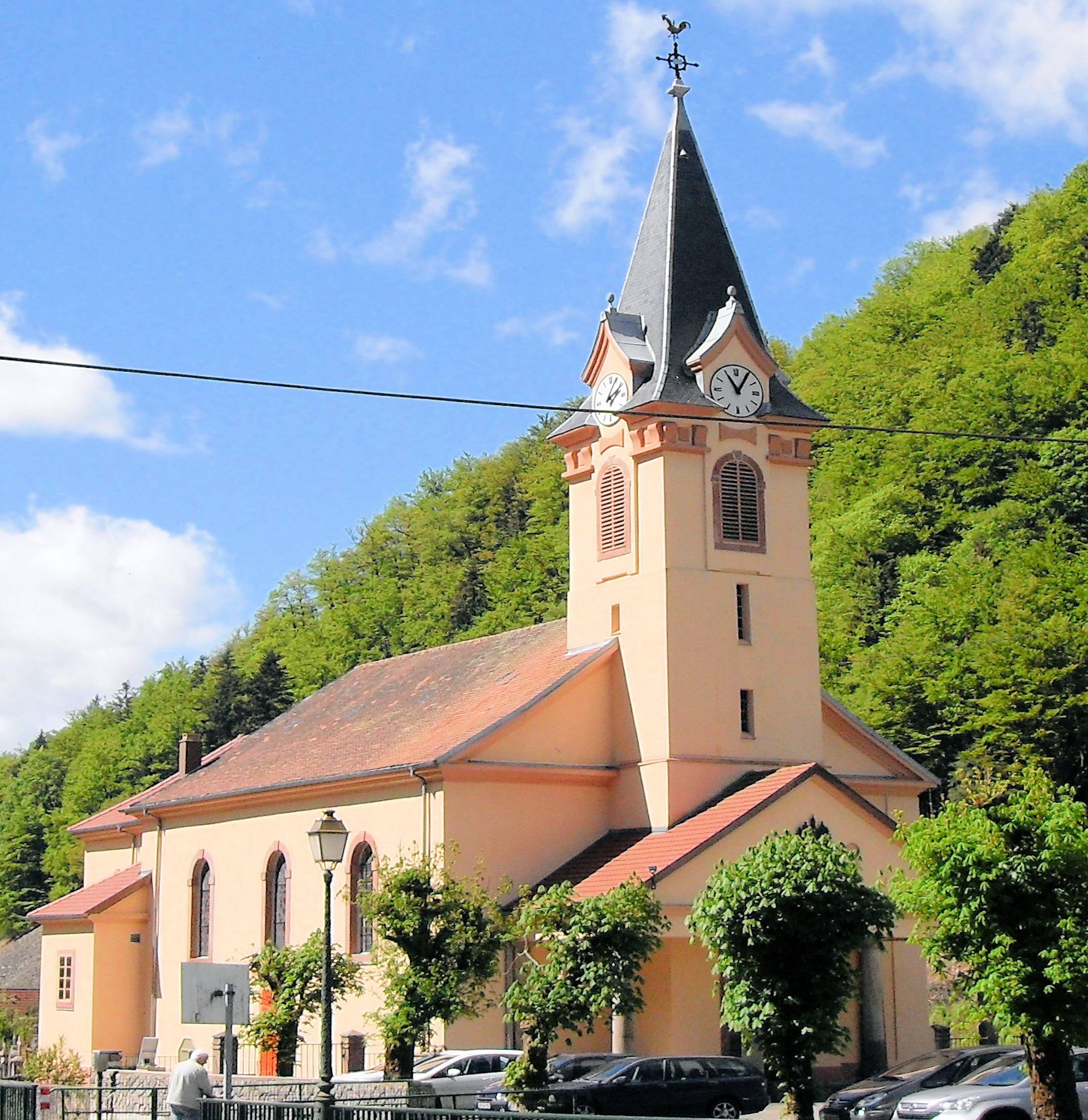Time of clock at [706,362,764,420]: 11:05
